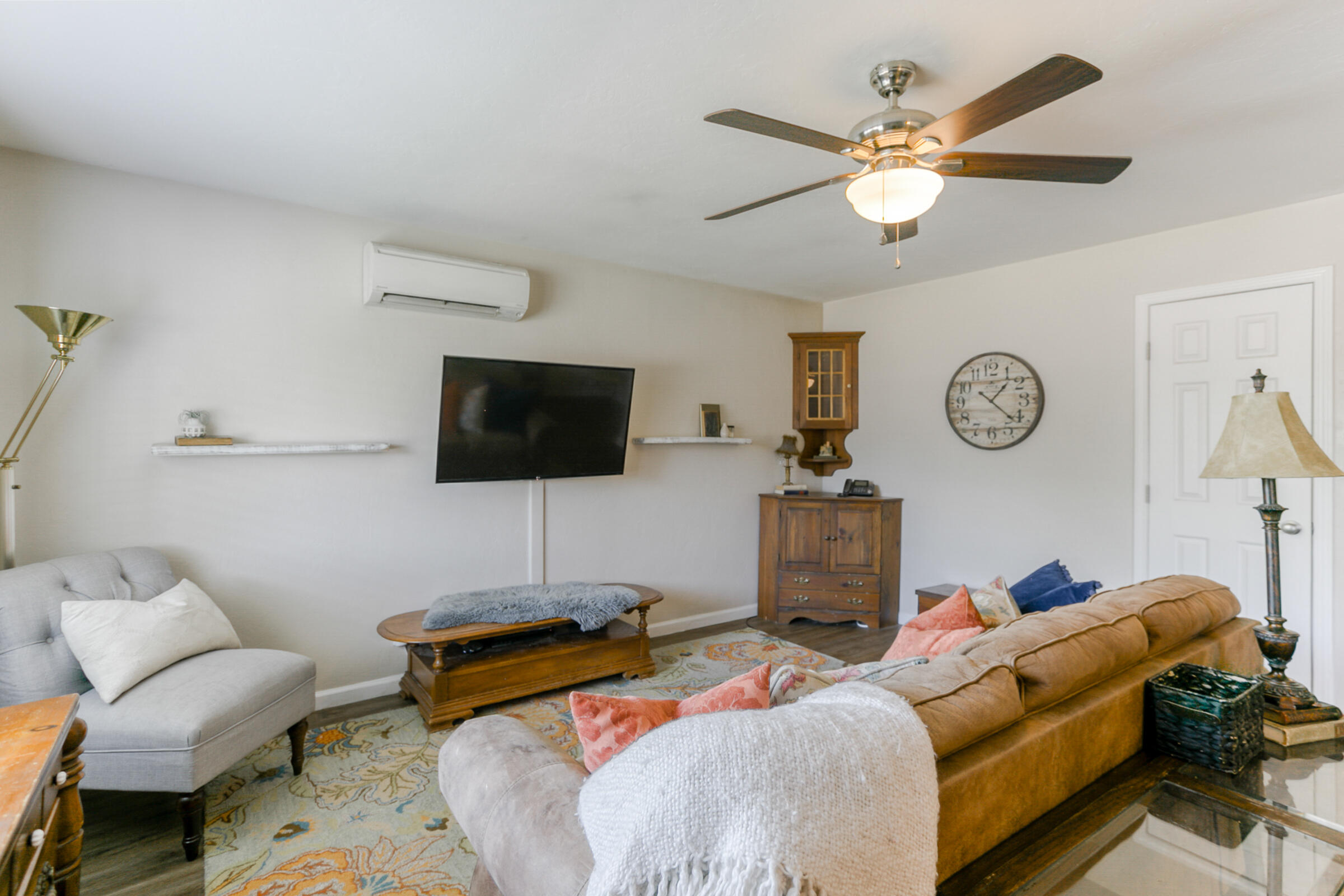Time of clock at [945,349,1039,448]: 1:21
